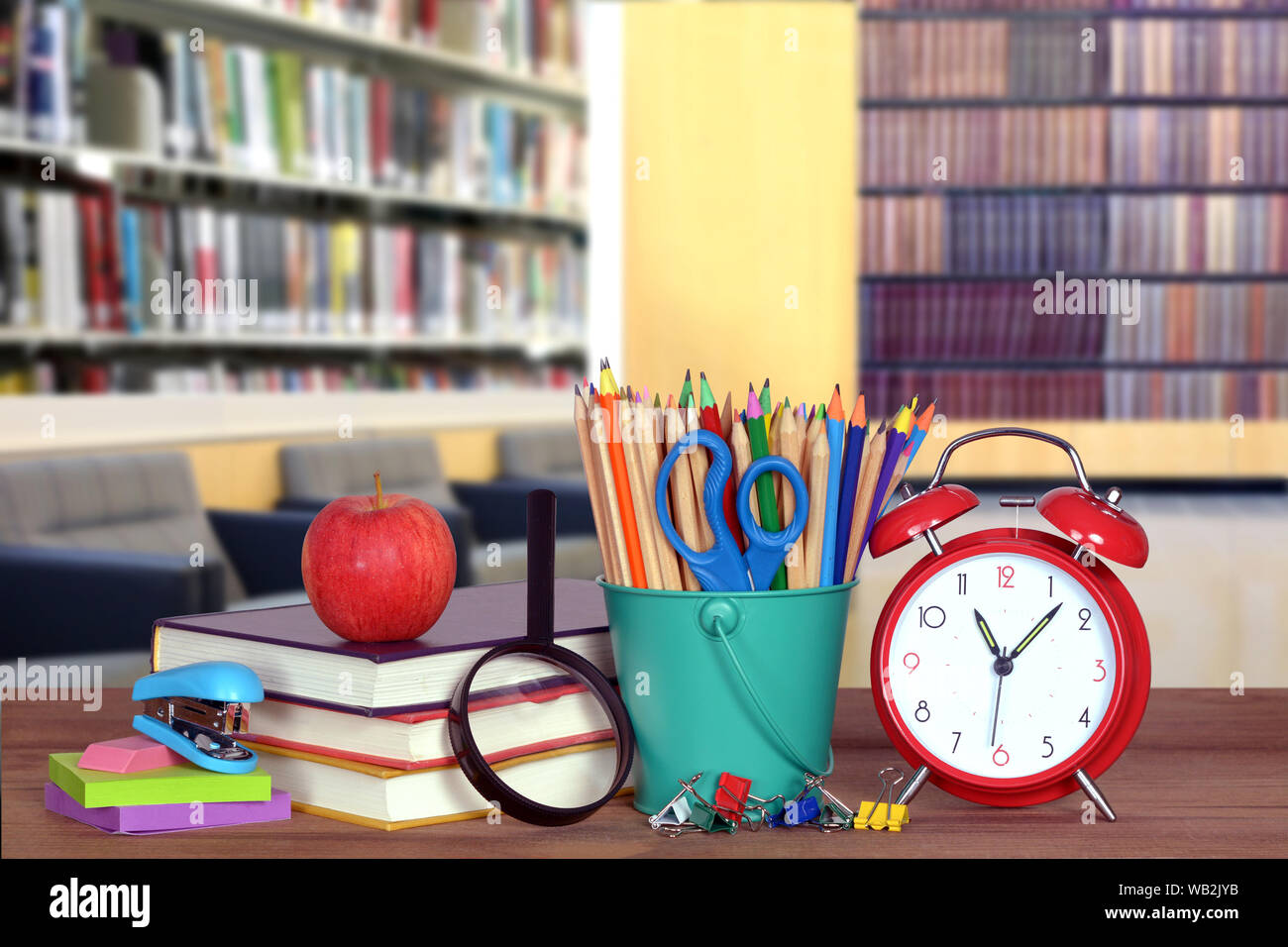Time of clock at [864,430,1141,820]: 11:07
